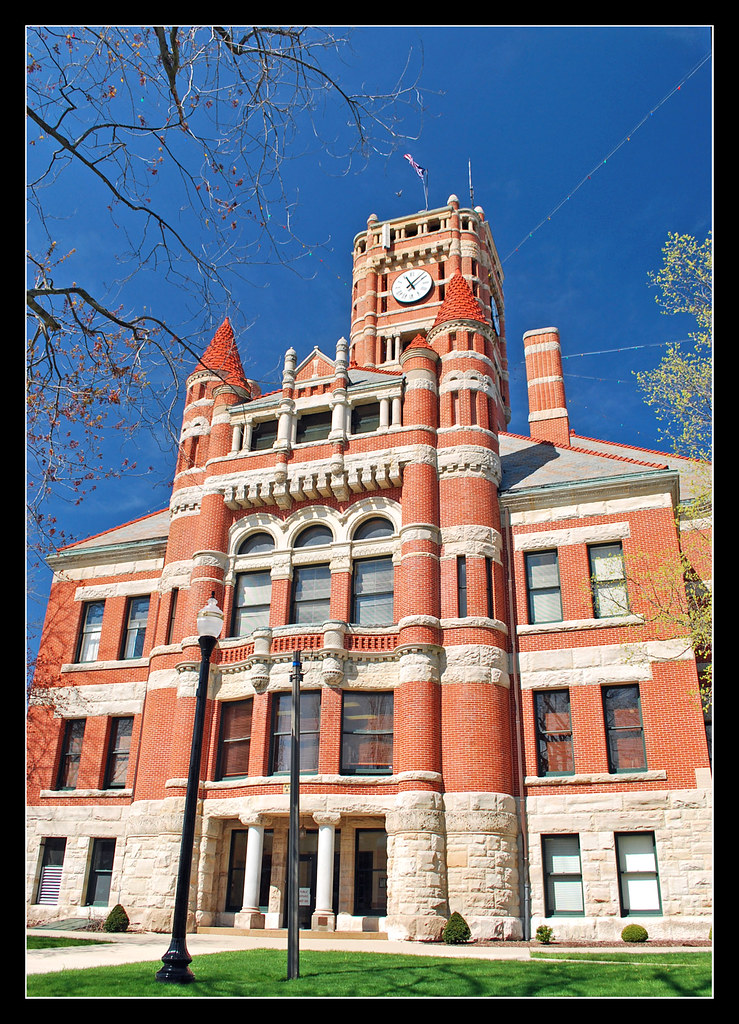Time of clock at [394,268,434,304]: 11:07
